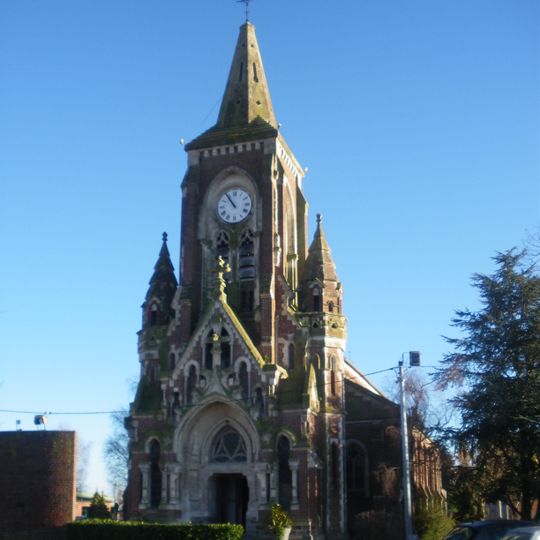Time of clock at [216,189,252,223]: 10:54
